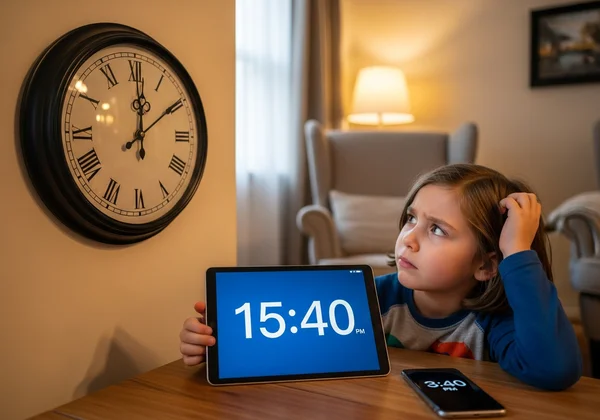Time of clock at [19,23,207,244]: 12:09
